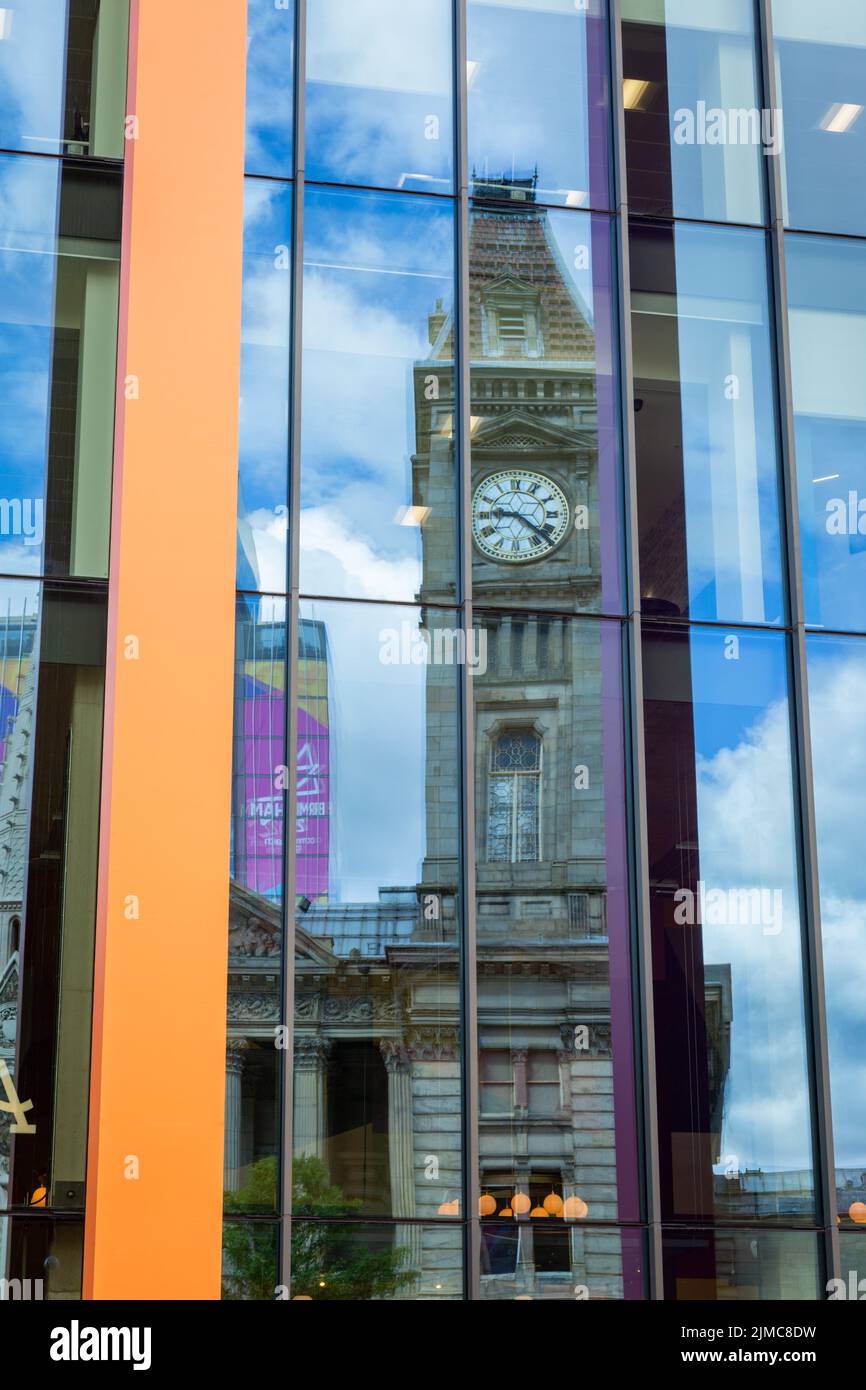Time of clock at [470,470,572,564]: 9:22
